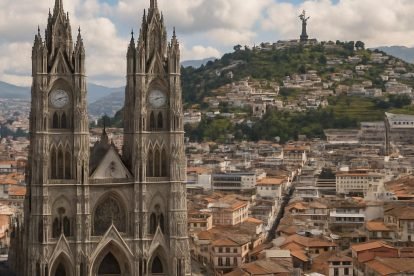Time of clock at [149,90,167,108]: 8:12
